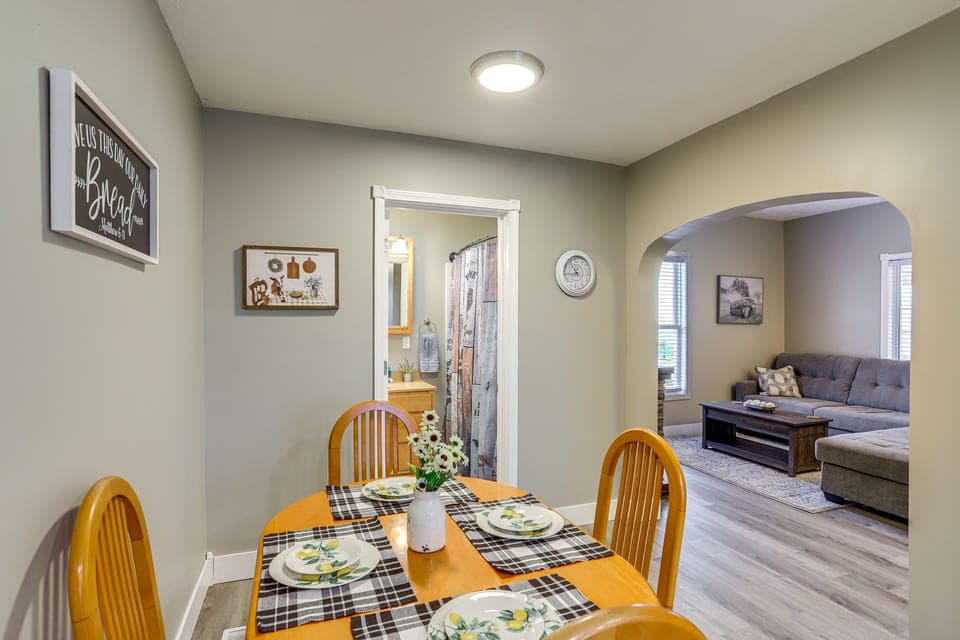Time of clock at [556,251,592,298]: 10:43
